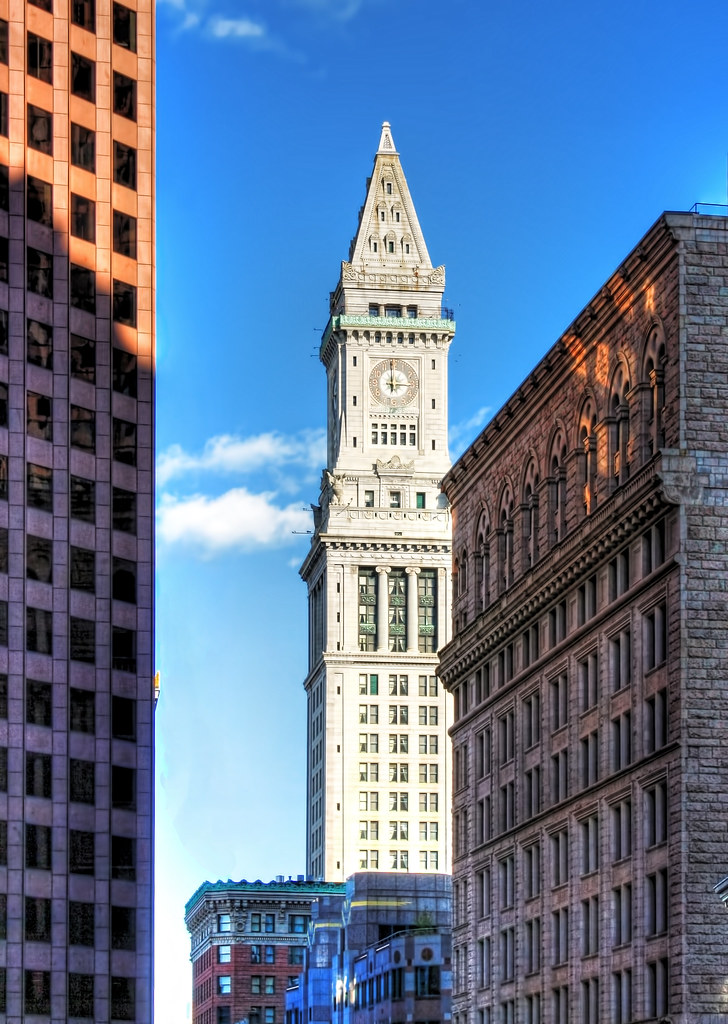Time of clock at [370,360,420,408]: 2:59
